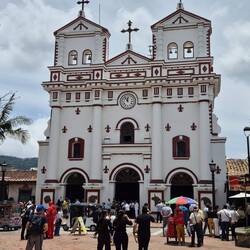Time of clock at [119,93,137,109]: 11:53
